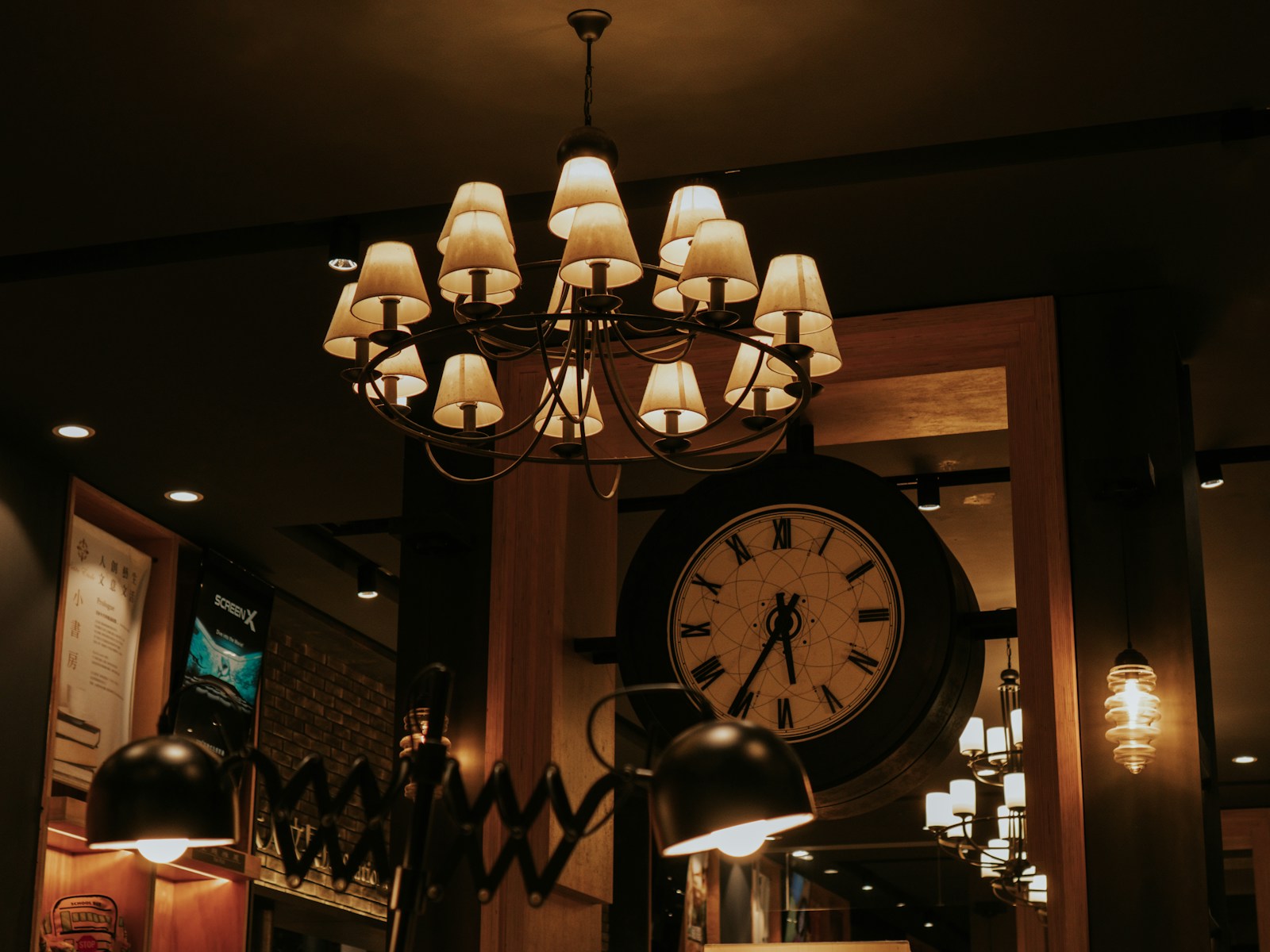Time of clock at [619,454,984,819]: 5:35
